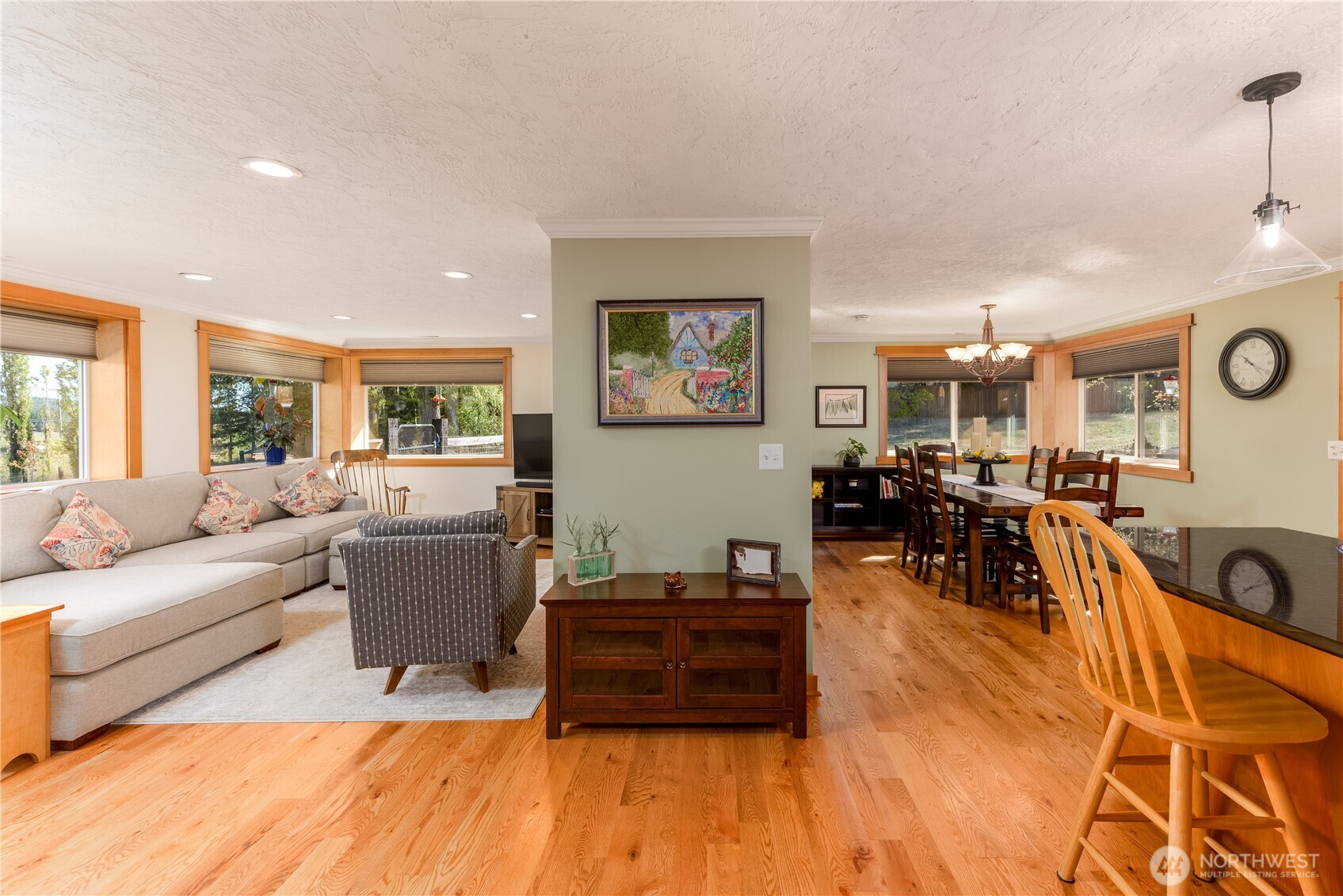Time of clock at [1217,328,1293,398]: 10:19
